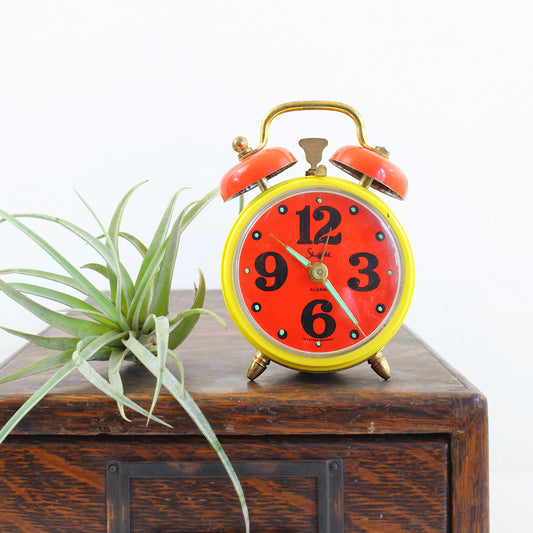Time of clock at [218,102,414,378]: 10:24
